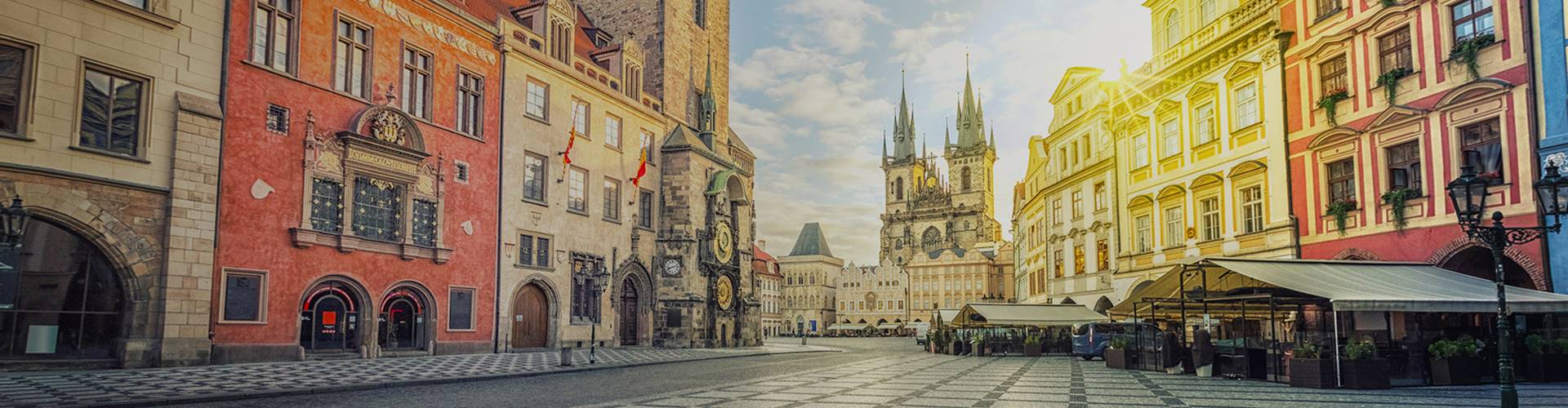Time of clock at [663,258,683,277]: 8:12
